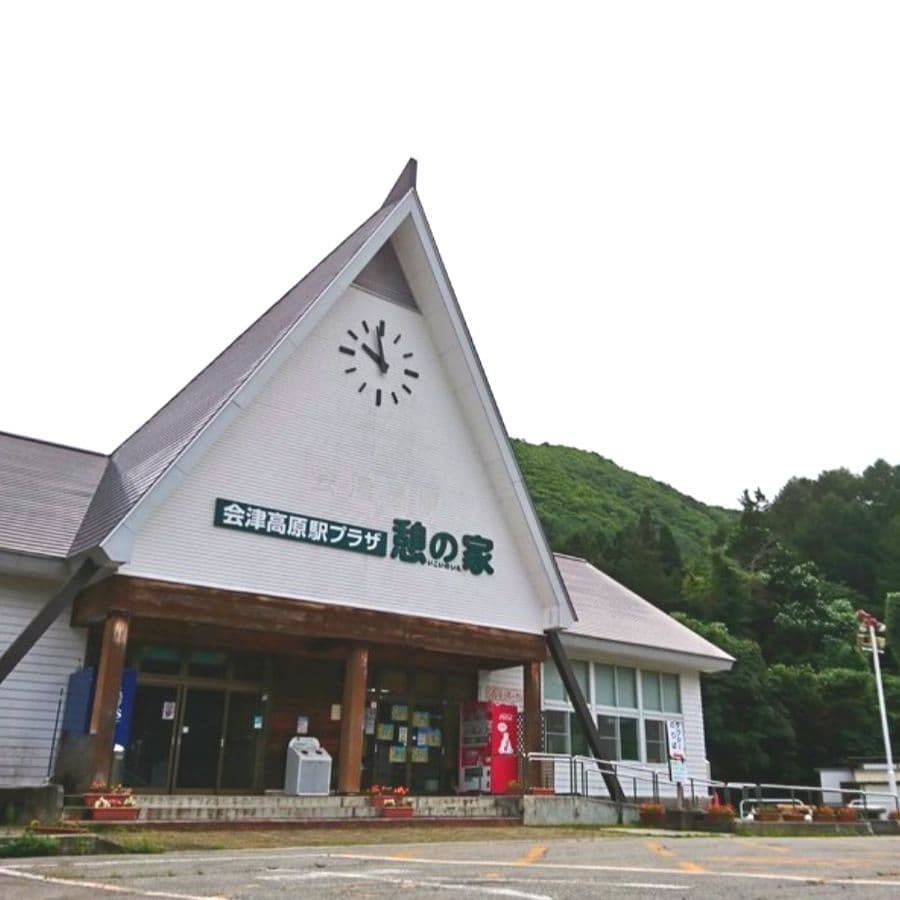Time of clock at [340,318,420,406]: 9:58
